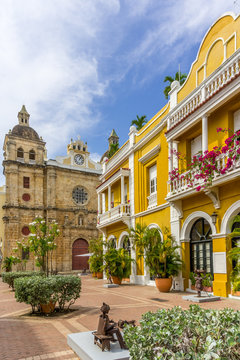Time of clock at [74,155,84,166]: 1:06
